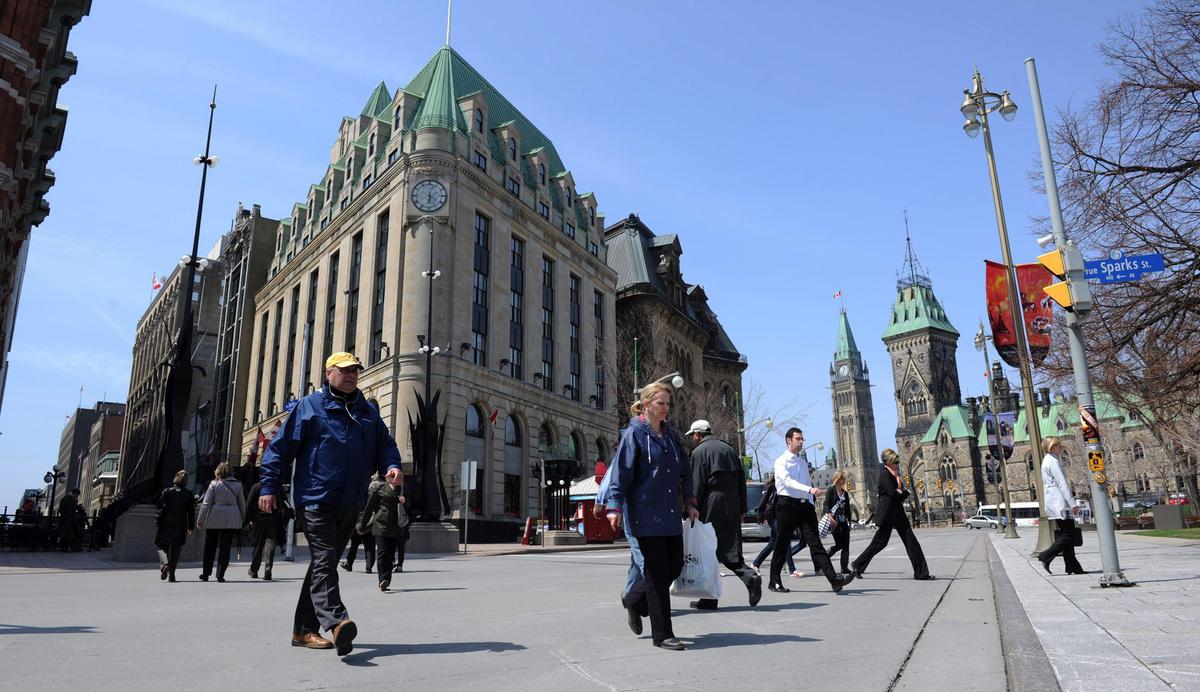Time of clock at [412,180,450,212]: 6:02
